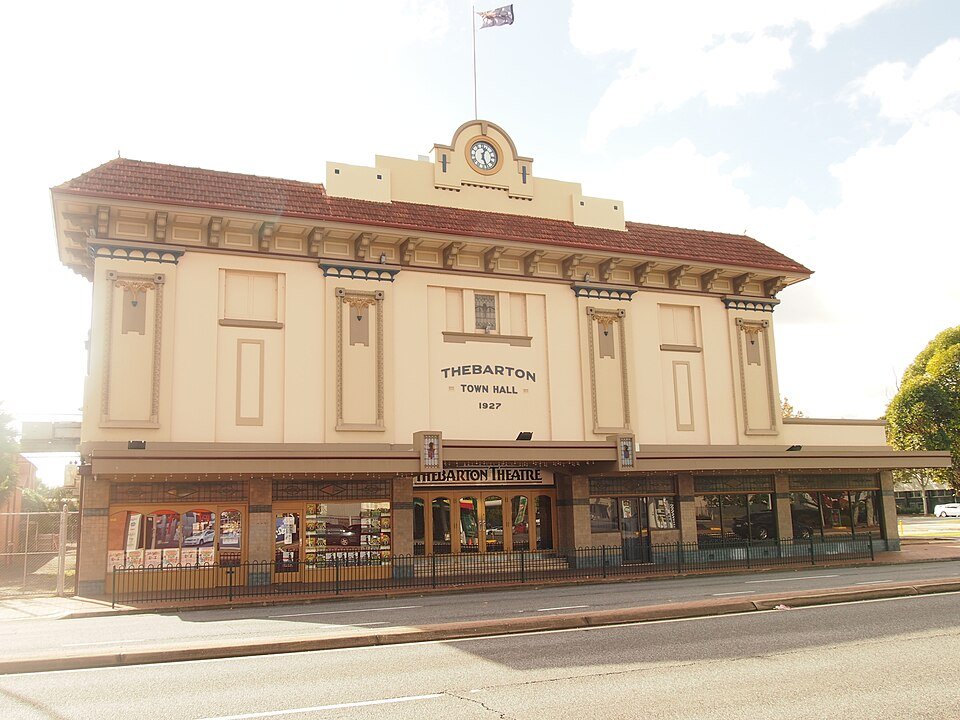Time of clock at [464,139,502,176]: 12:26
